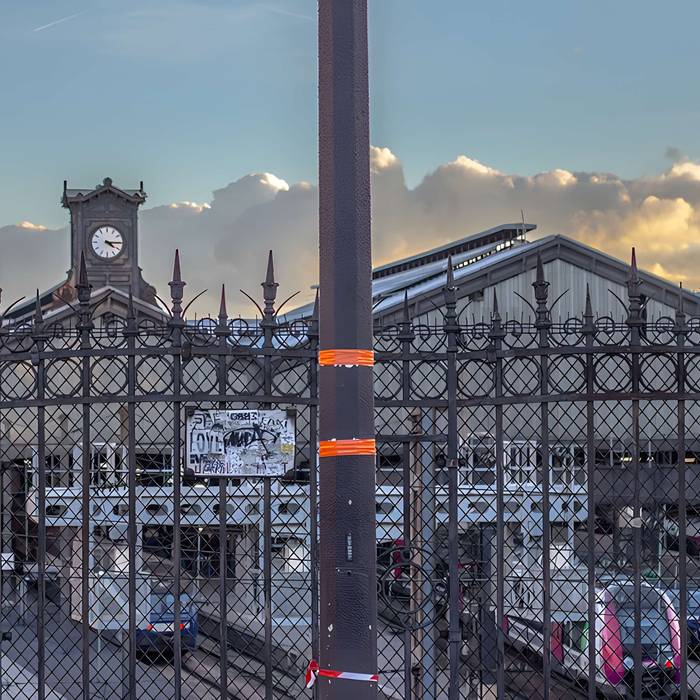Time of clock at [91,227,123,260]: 4:15
